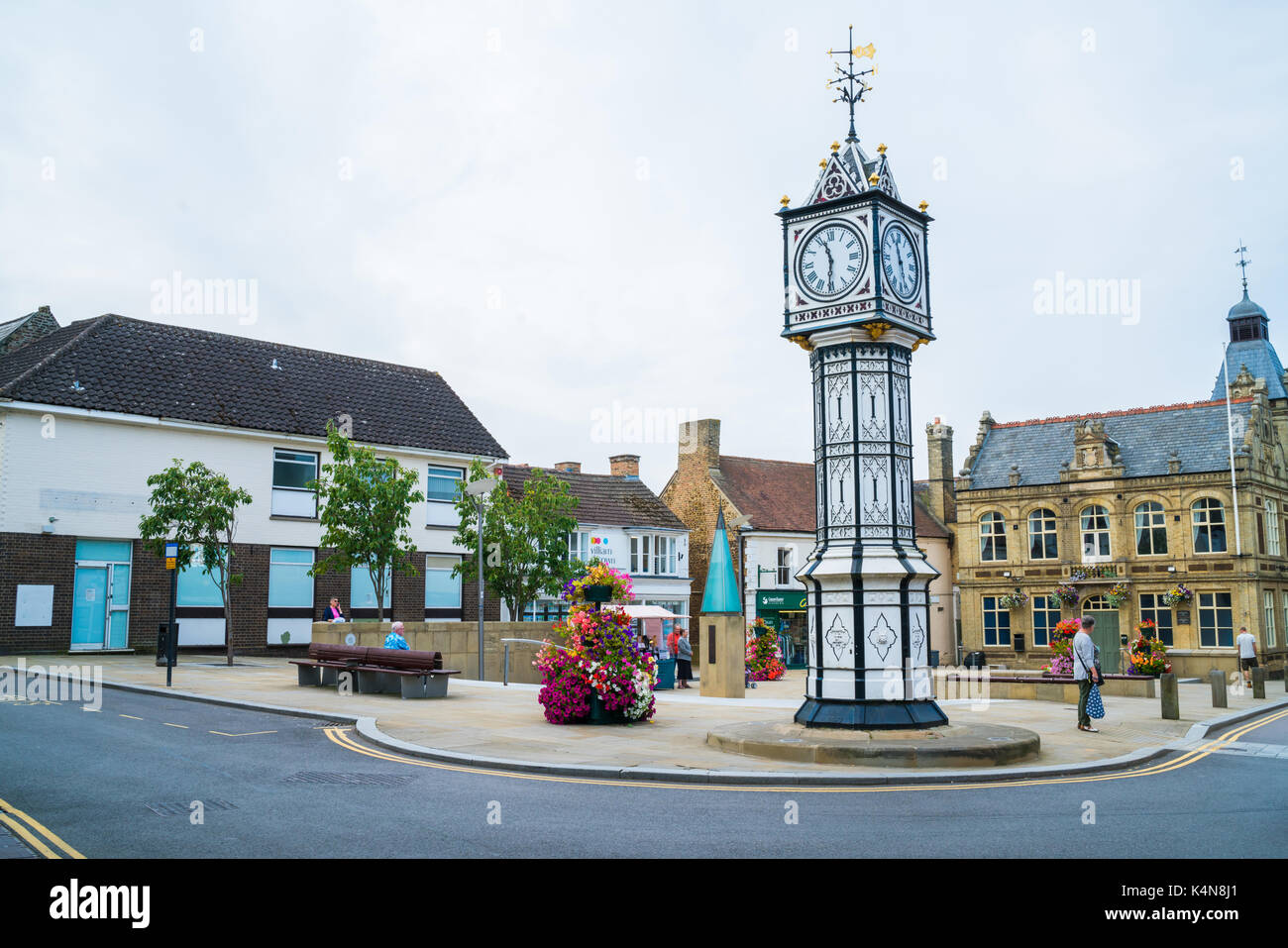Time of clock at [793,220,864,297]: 11:30
